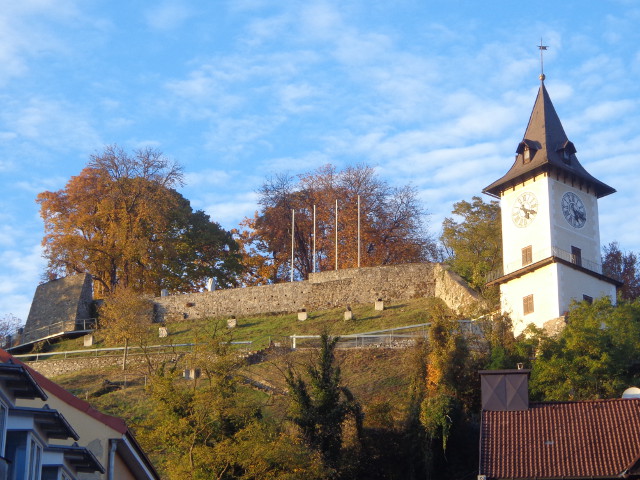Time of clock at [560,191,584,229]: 5:18
